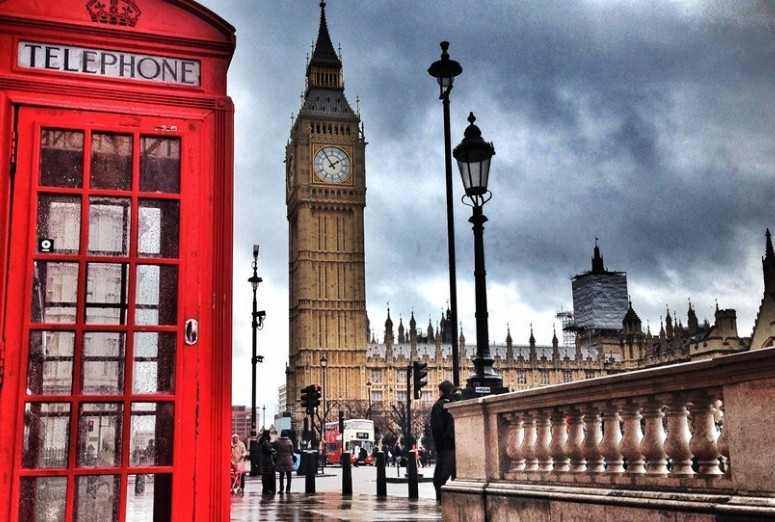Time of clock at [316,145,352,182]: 1:54
